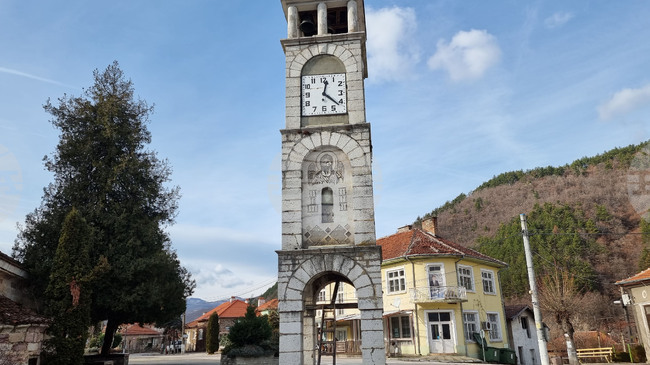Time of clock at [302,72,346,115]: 12:21
